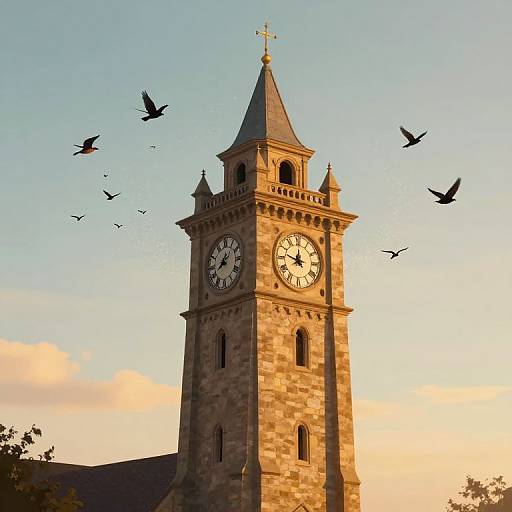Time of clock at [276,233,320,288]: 11:47
